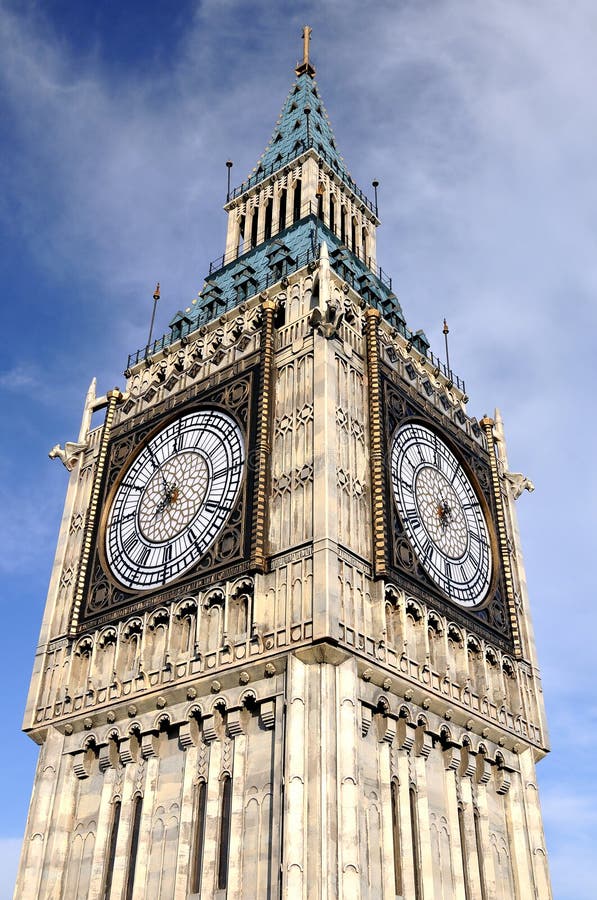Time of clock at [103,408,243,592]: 7:55
